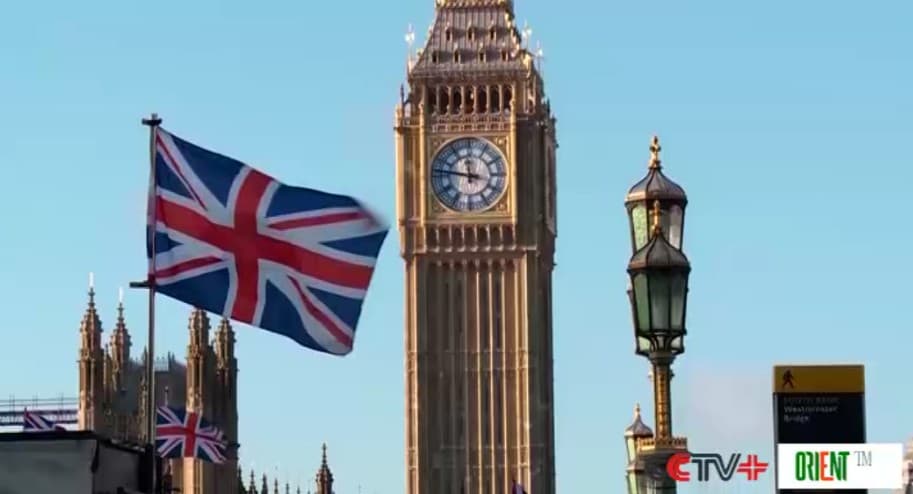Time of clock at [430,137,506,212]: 11:46
